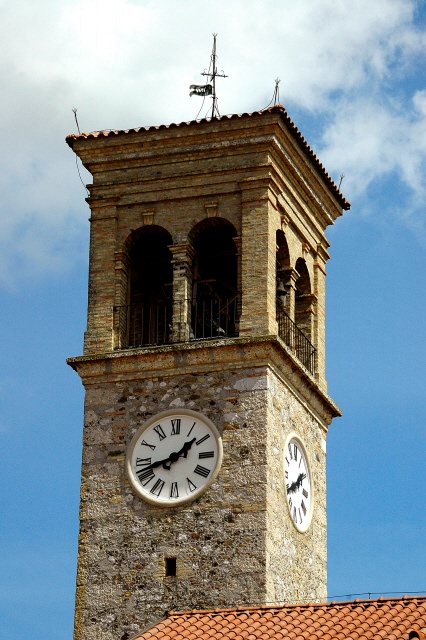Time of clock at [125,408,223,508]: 1:42
